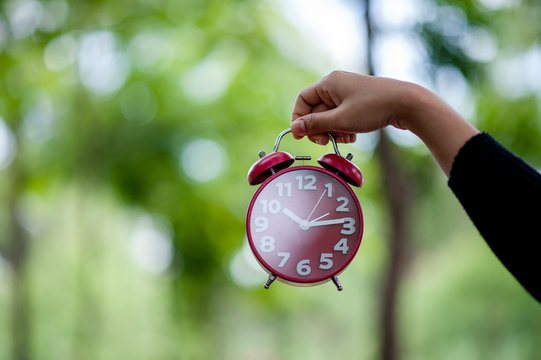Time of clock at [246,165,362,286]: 10:13
